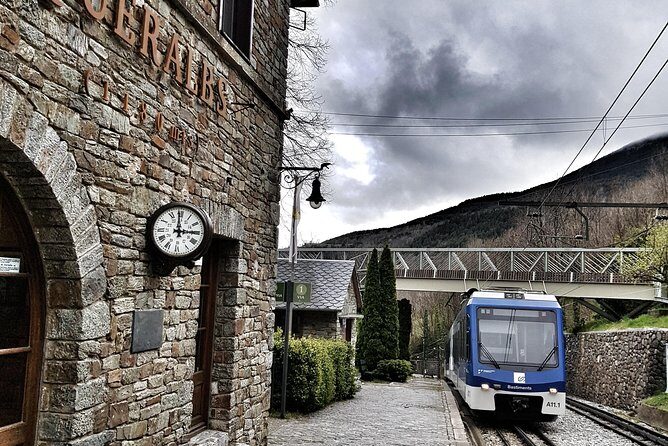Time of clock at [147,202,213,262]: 2:59
